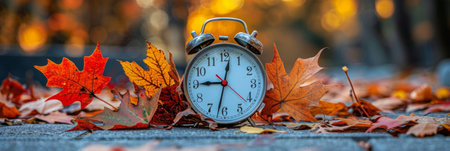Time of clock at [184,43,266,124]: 9:02
